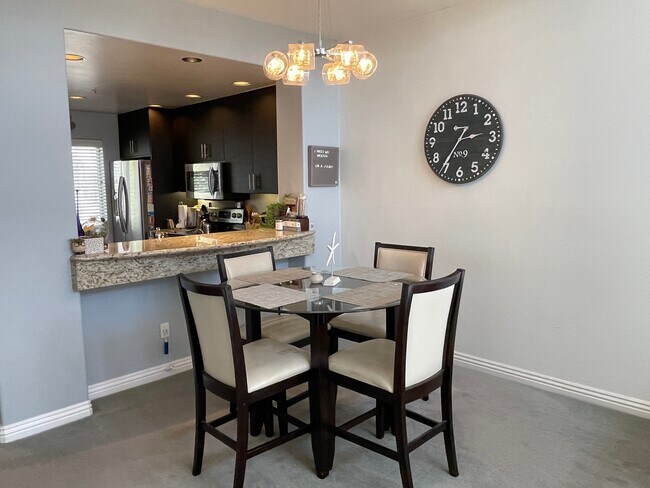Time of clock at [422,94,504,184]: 2:36
